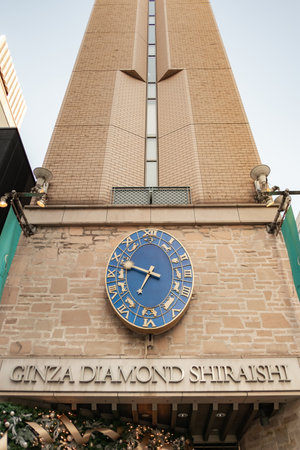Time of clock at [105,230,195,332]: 6:47
